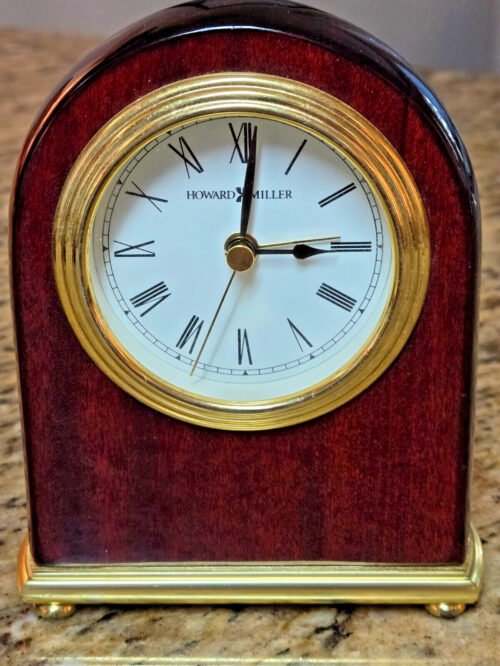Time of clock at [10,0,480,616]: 3:01
